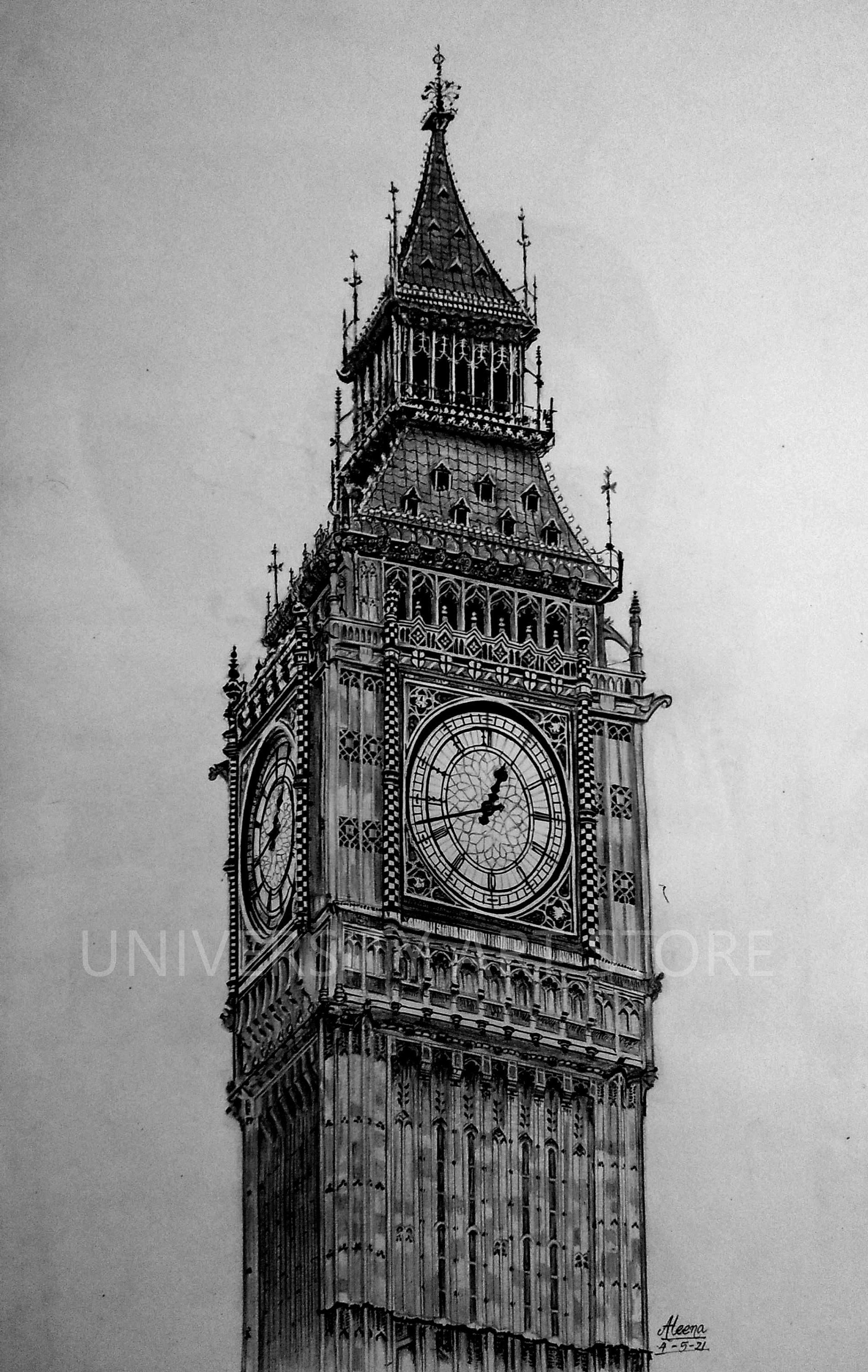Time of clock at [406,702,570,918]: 12:42
